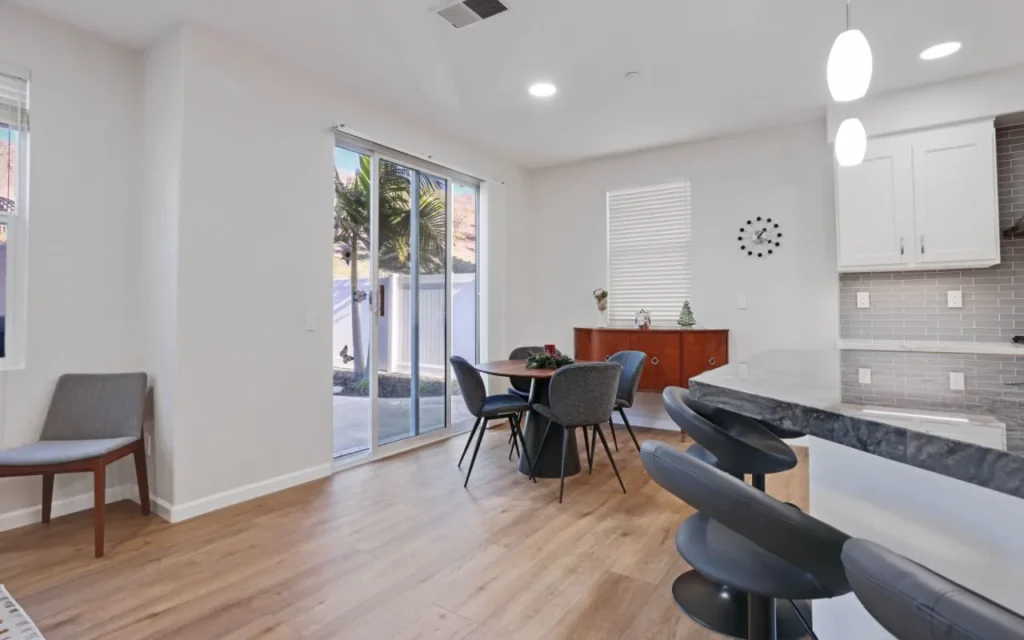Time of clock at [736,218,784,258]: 1:19
